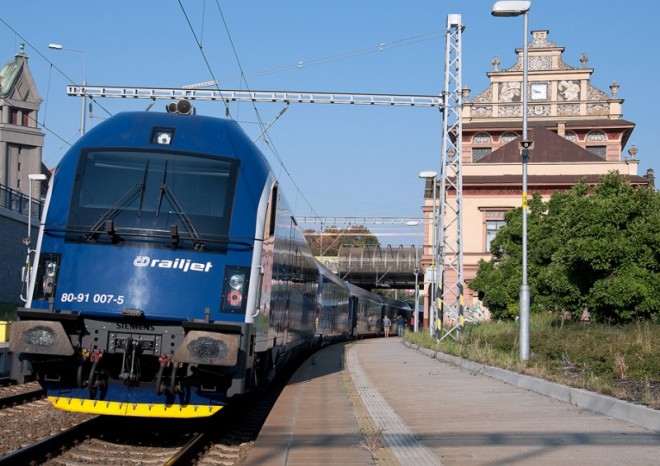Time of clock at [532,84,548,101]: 8:48
